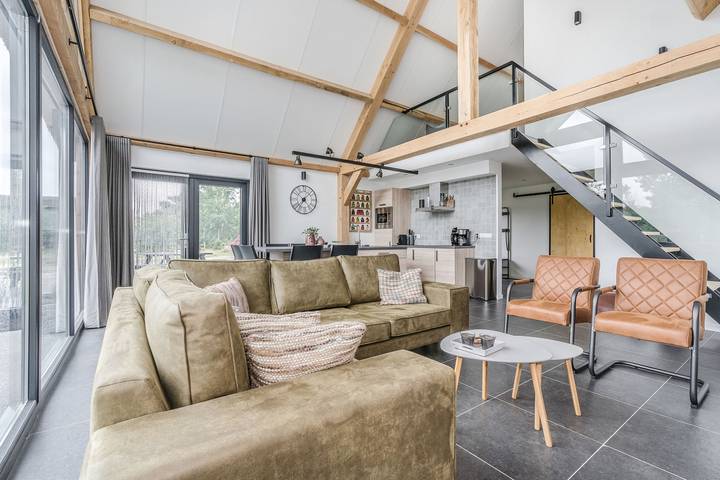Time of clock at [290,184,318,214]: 7:07
